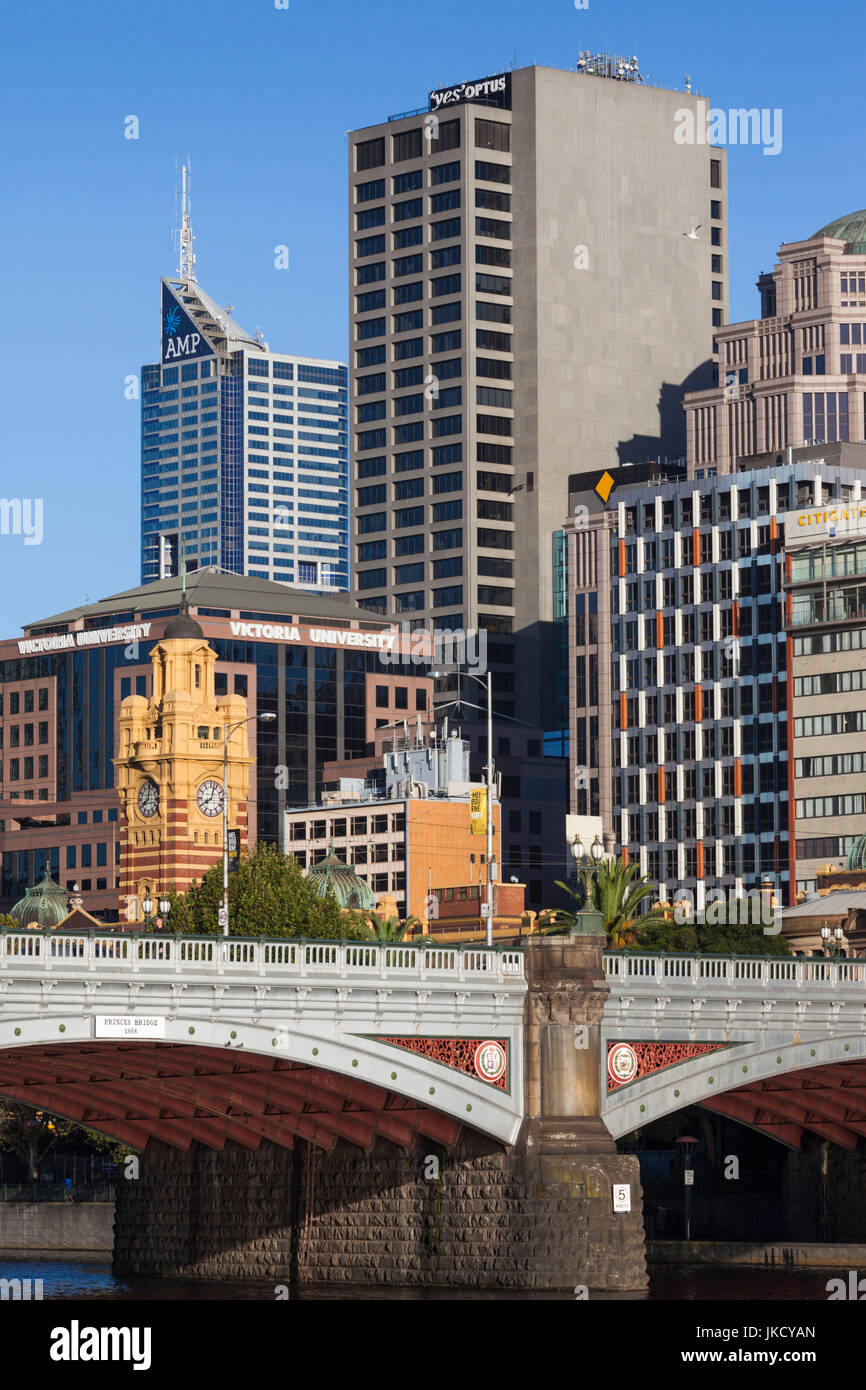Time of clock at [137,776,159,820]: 8:01
